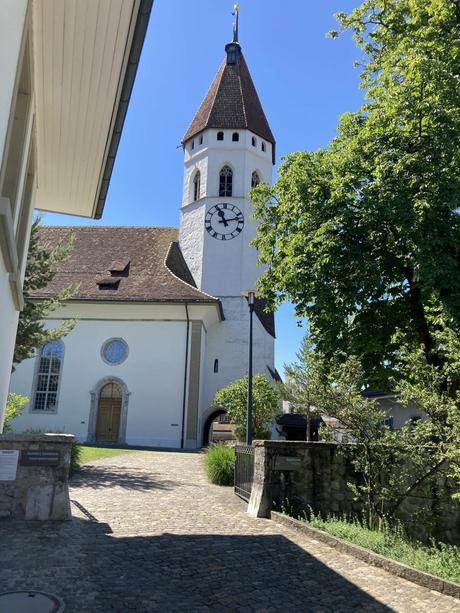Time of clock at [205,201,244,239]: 11:12
